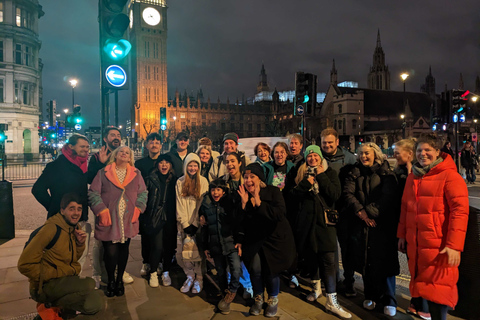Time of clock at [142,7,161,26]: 8:23
